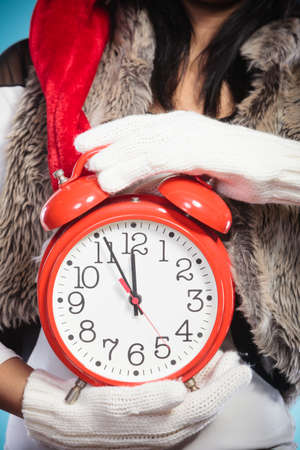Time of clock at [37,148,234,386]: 11:55
